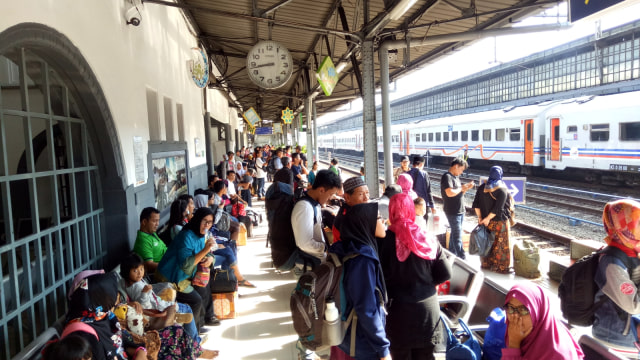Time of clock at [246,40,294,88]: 8:43
